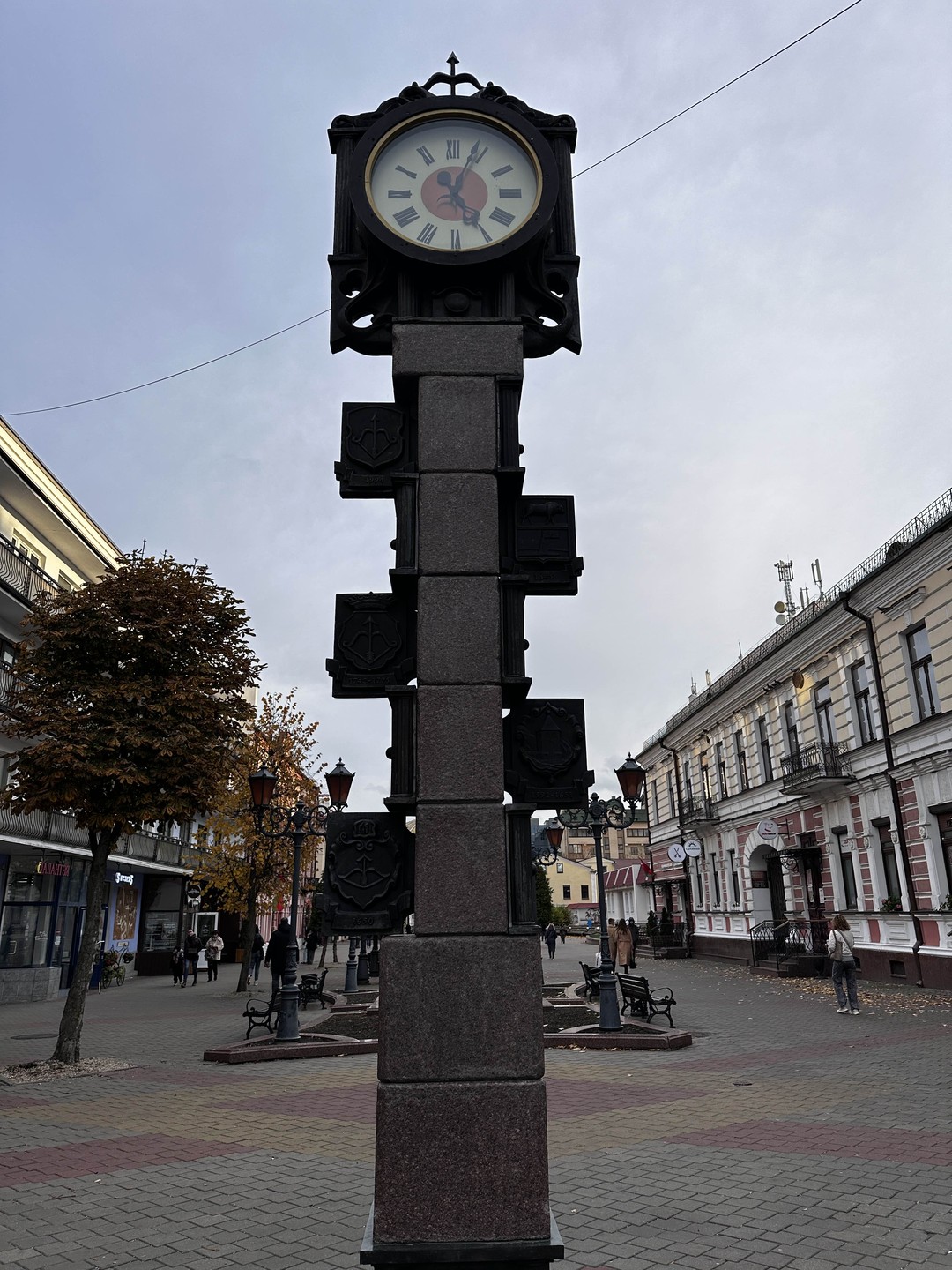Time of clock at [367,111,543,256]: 5:03
